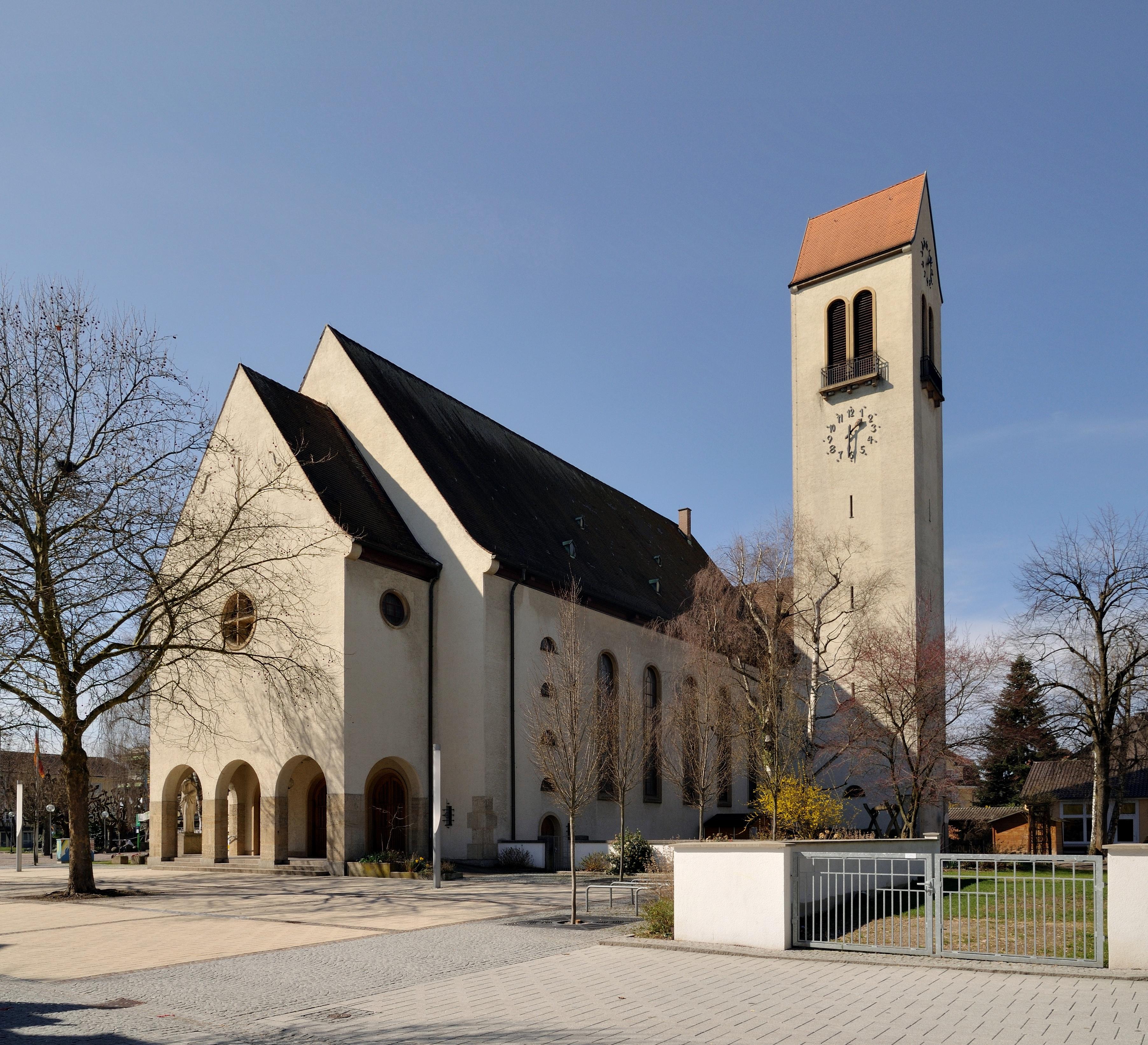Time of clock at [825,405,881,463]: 1:30
